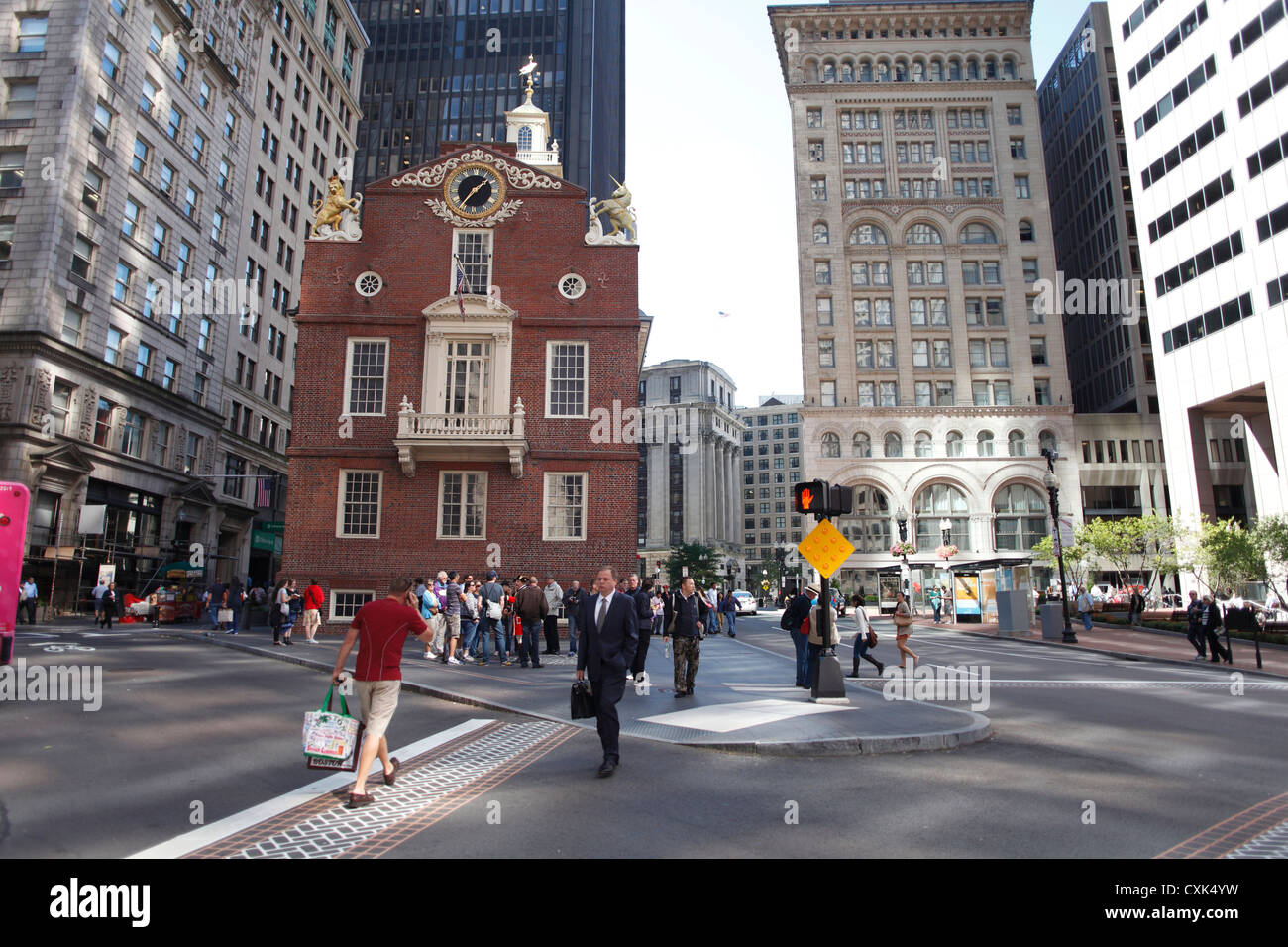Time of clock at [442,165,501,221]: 1:36
